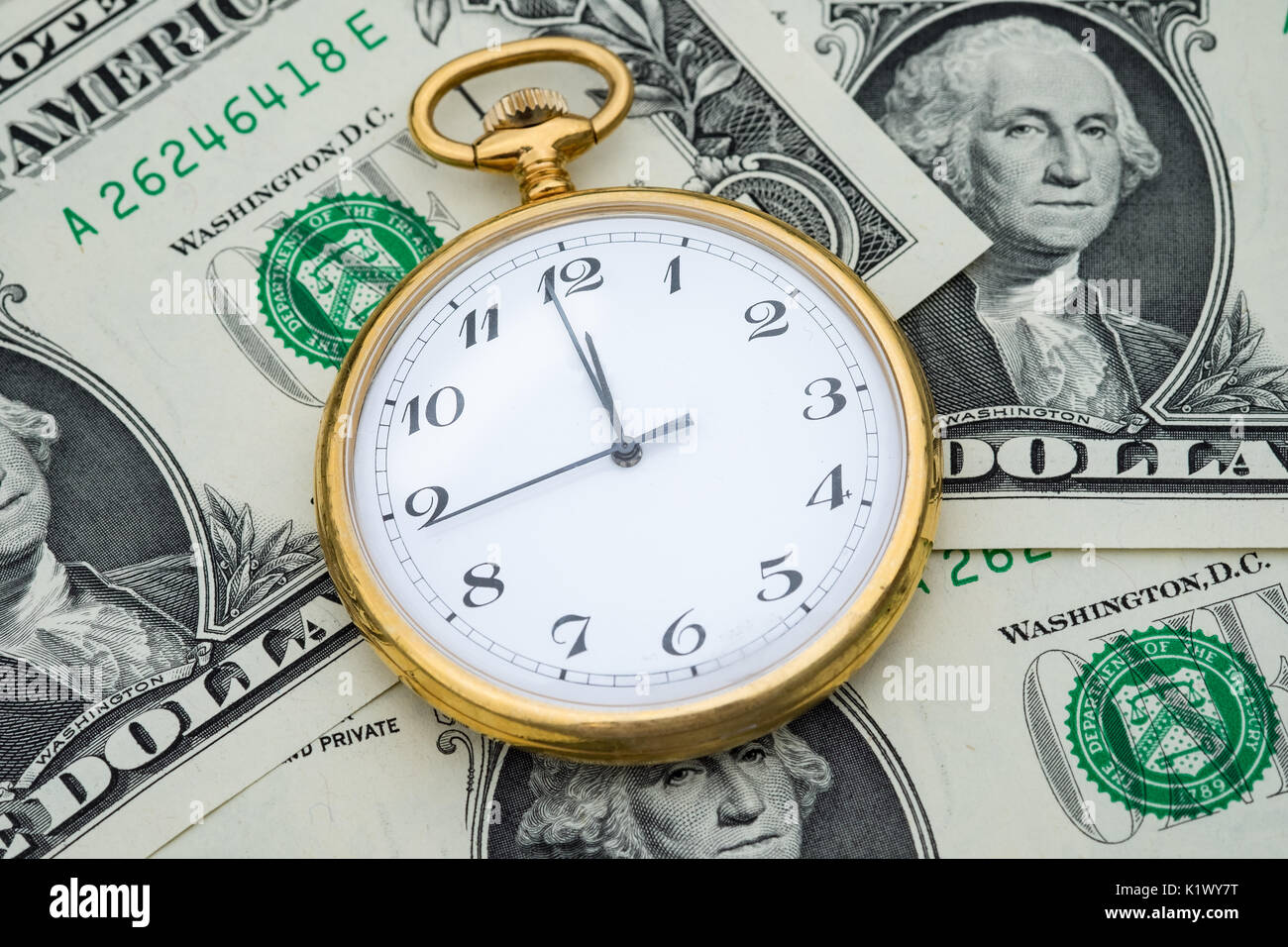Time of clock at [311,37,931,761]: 11:44
